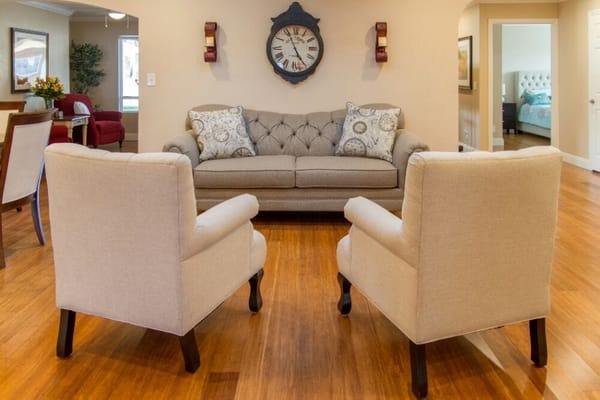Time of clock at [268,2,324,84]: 4:56
